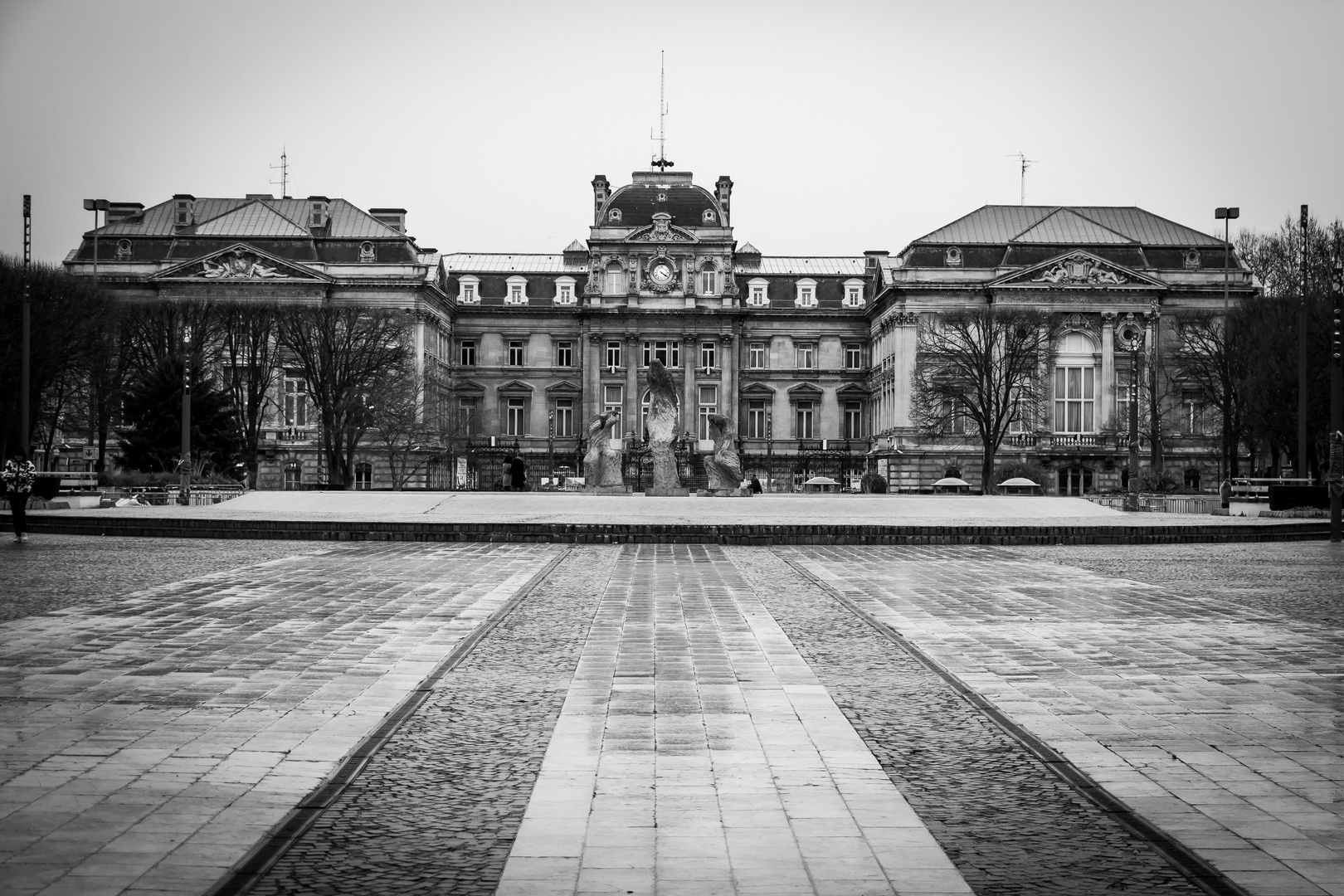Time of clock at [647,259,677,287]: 4:20
